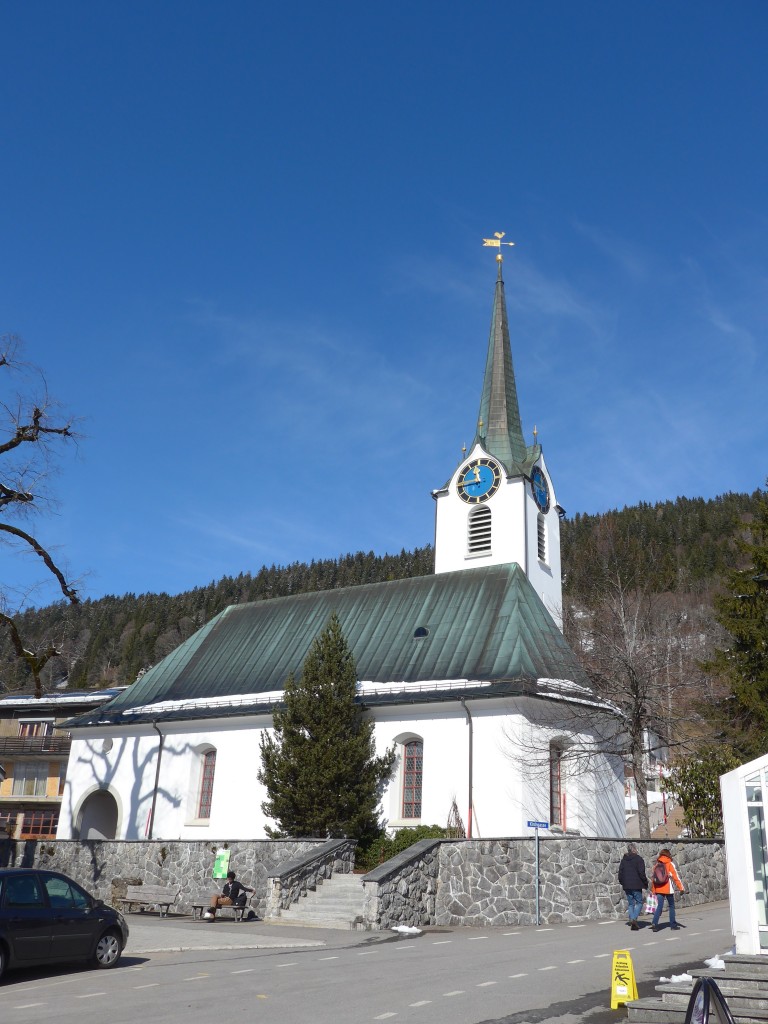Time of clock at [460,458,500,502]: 11:43
